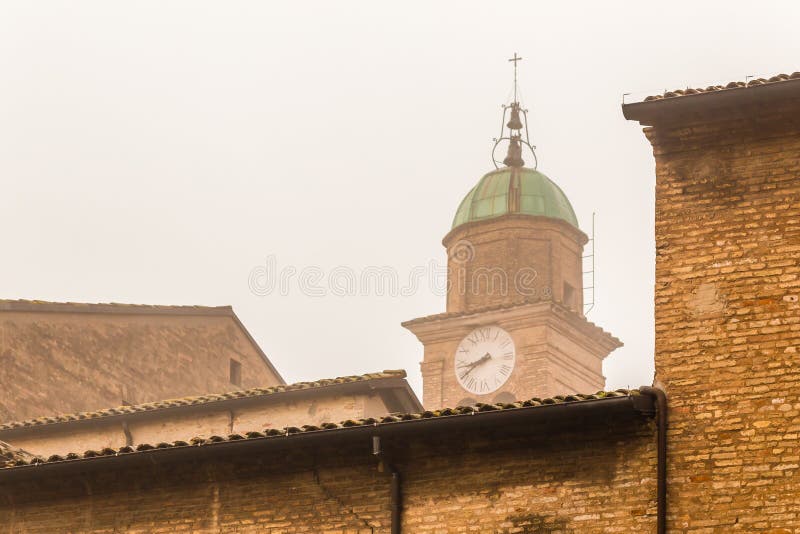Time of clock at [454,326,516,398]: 8:39
